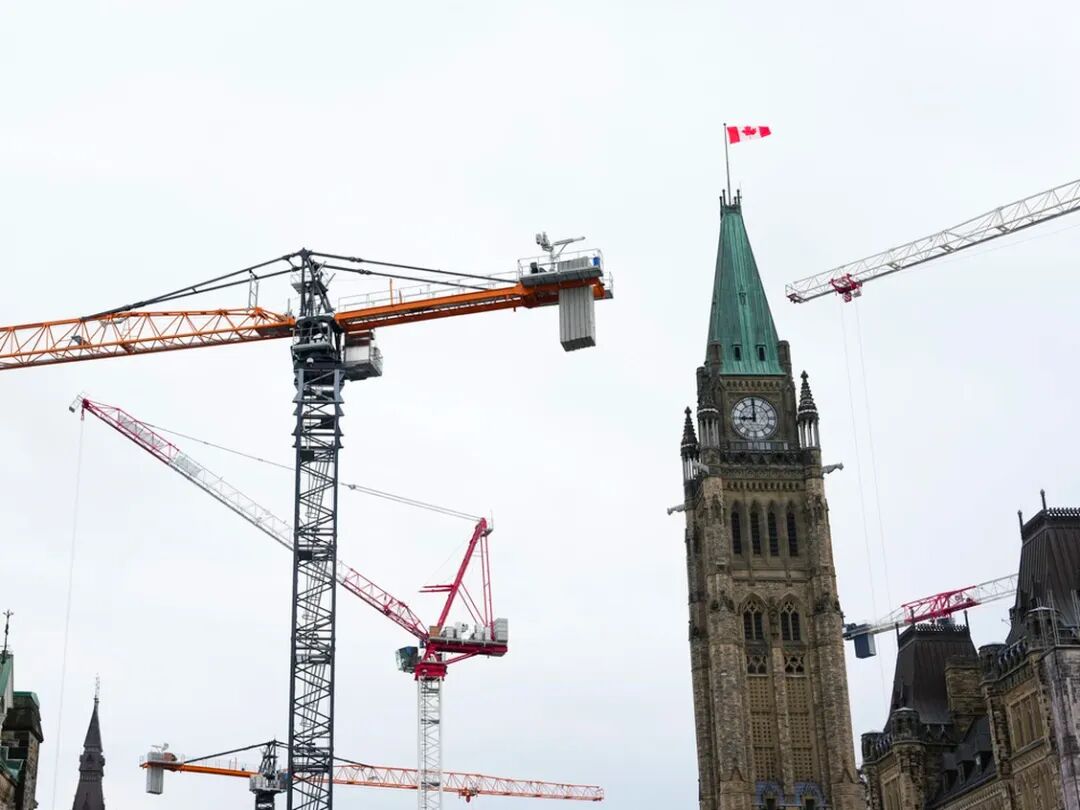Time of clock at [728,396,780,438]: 8:59
